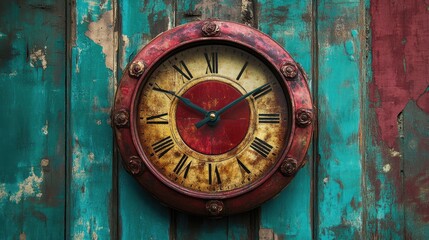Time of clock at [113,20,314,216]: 10:09
